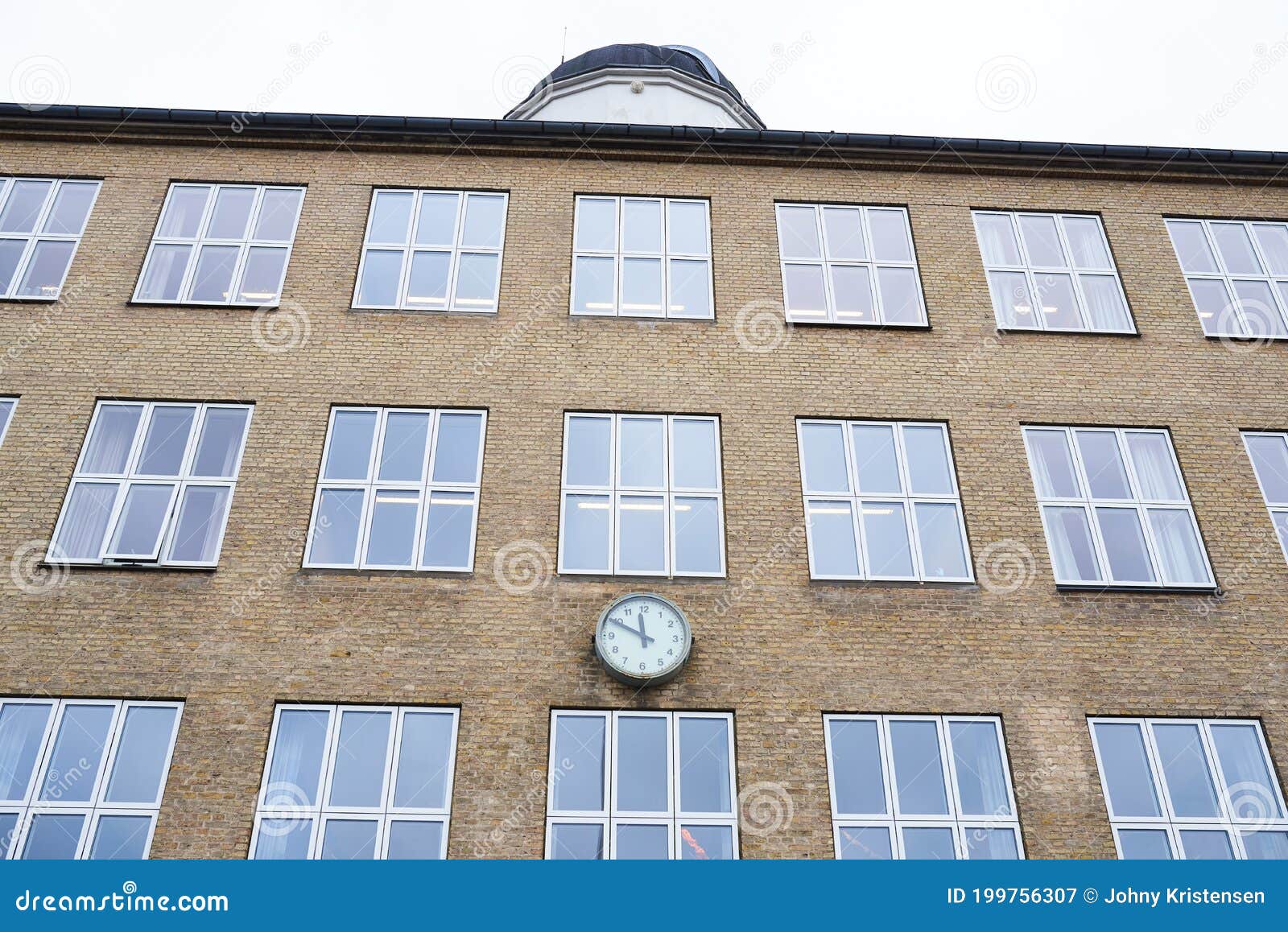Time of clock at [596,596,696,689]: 11:49
